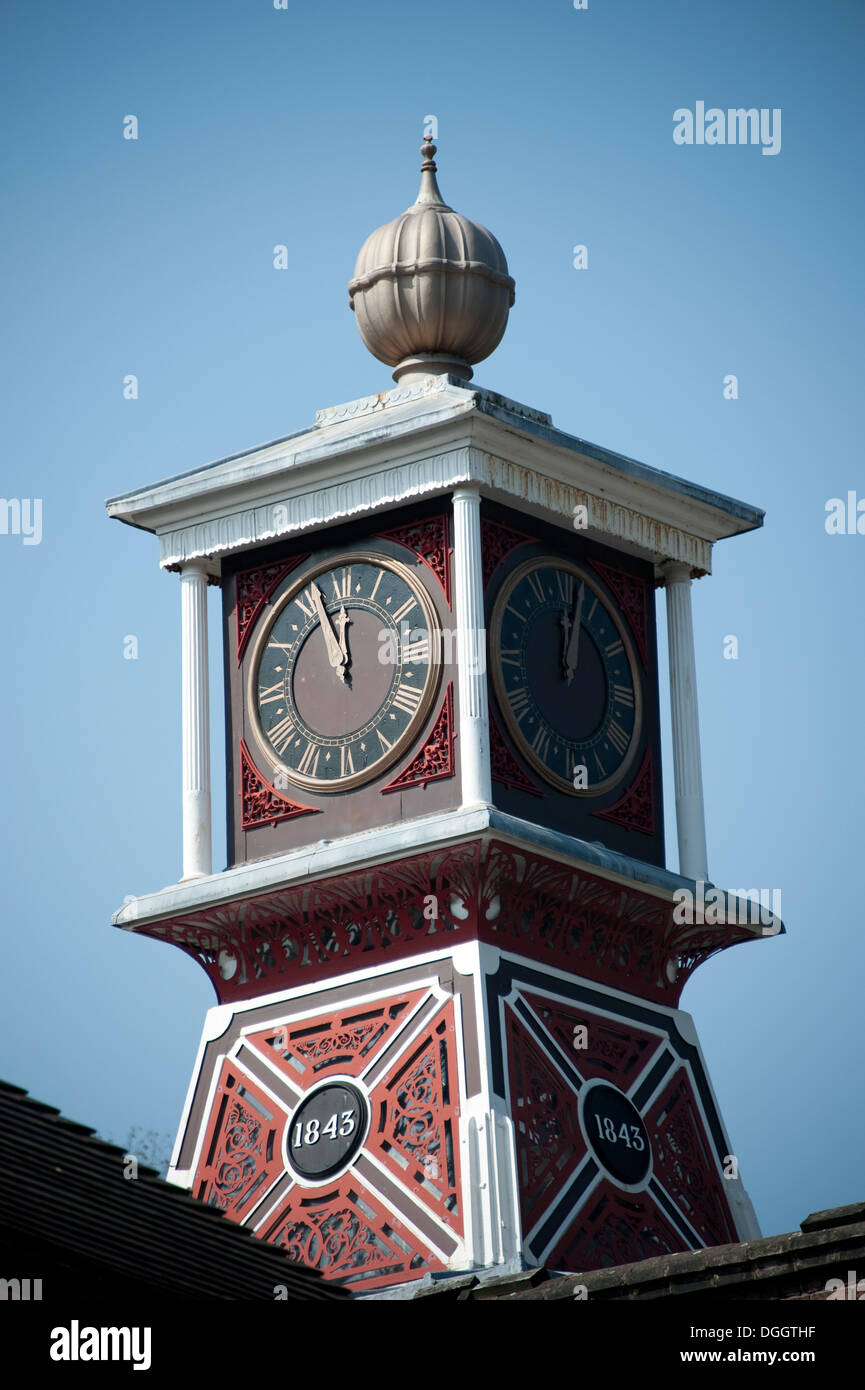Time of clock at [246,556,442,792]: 11:56
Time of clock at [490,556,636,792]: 12:02
